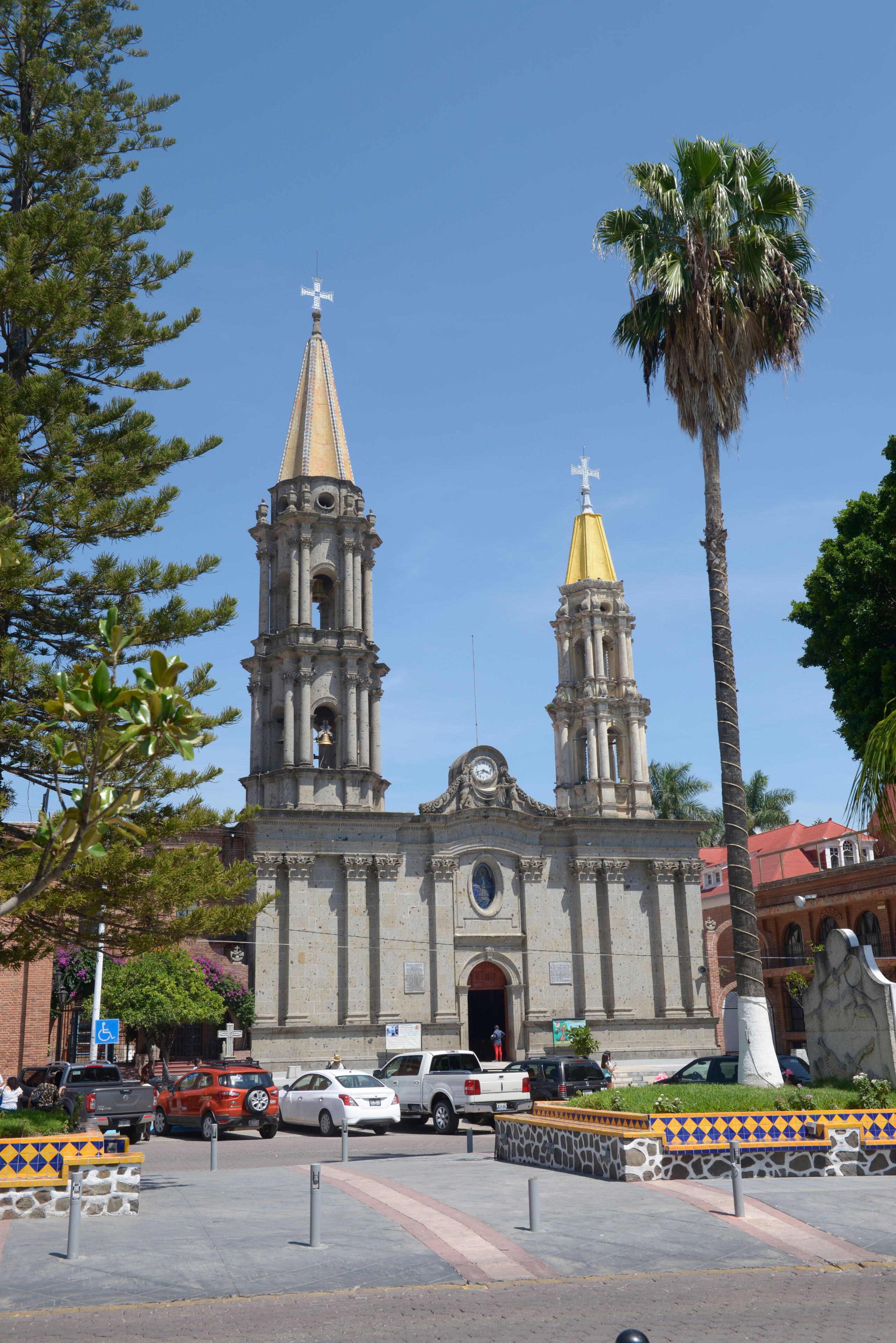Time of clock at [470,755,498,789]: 3:42
